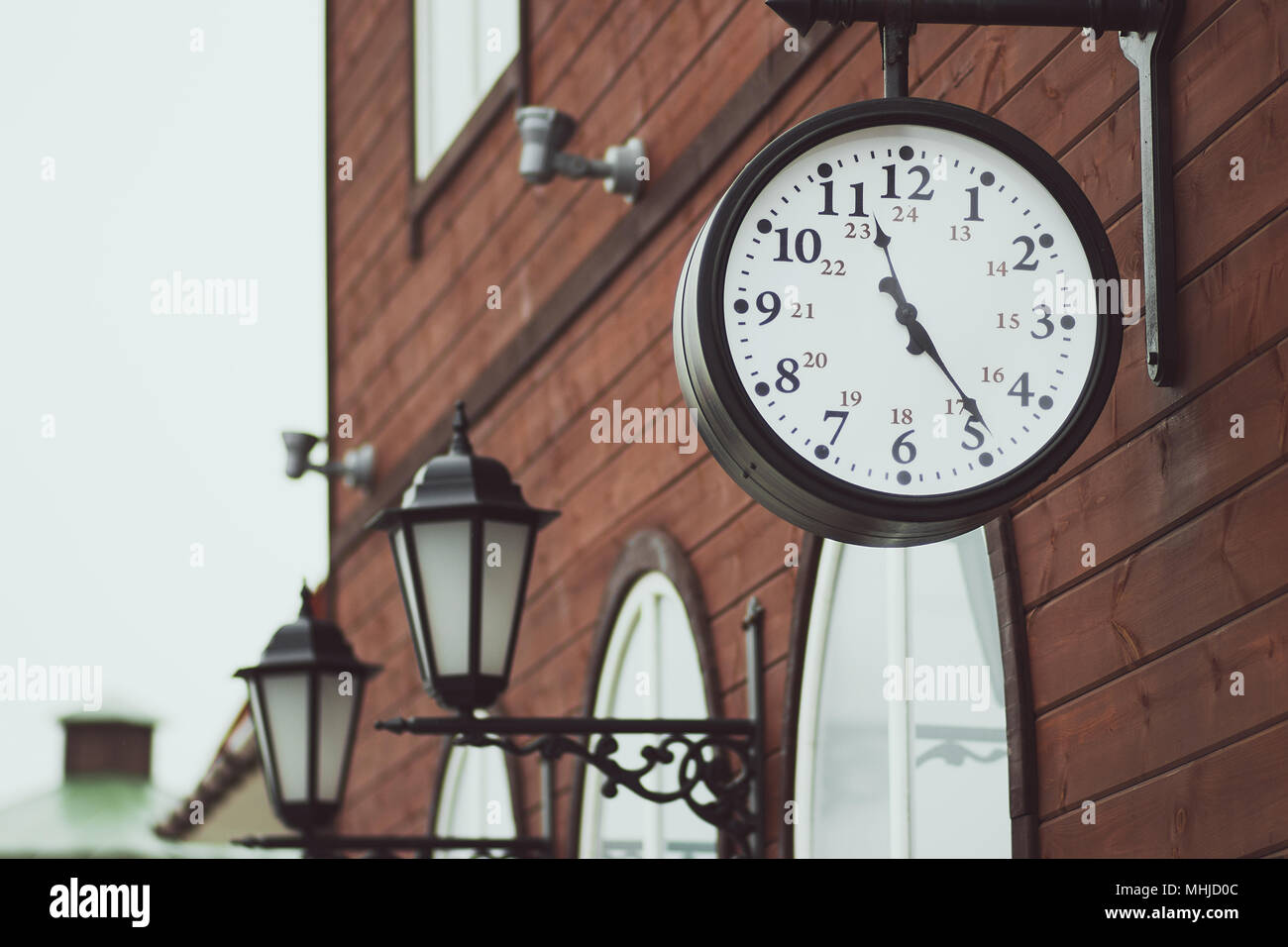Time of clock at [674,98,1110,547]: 11:23
